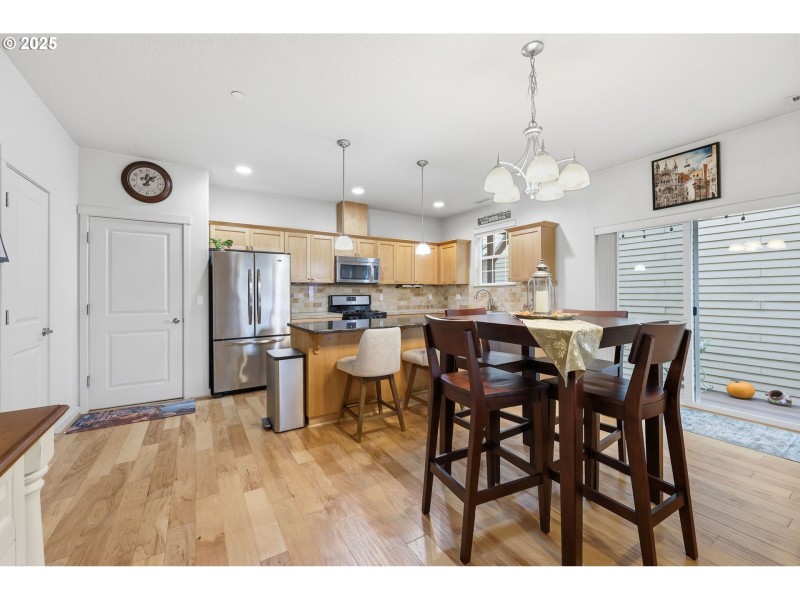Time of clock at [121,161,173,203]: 12:07
